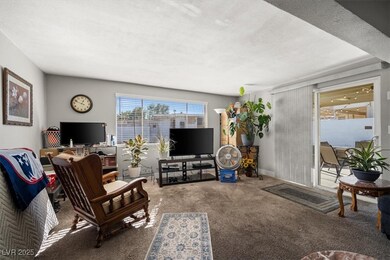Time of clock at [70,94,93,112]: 12:48
